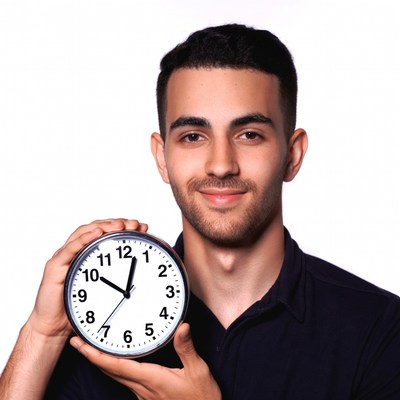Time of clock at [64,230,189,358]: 10:02
